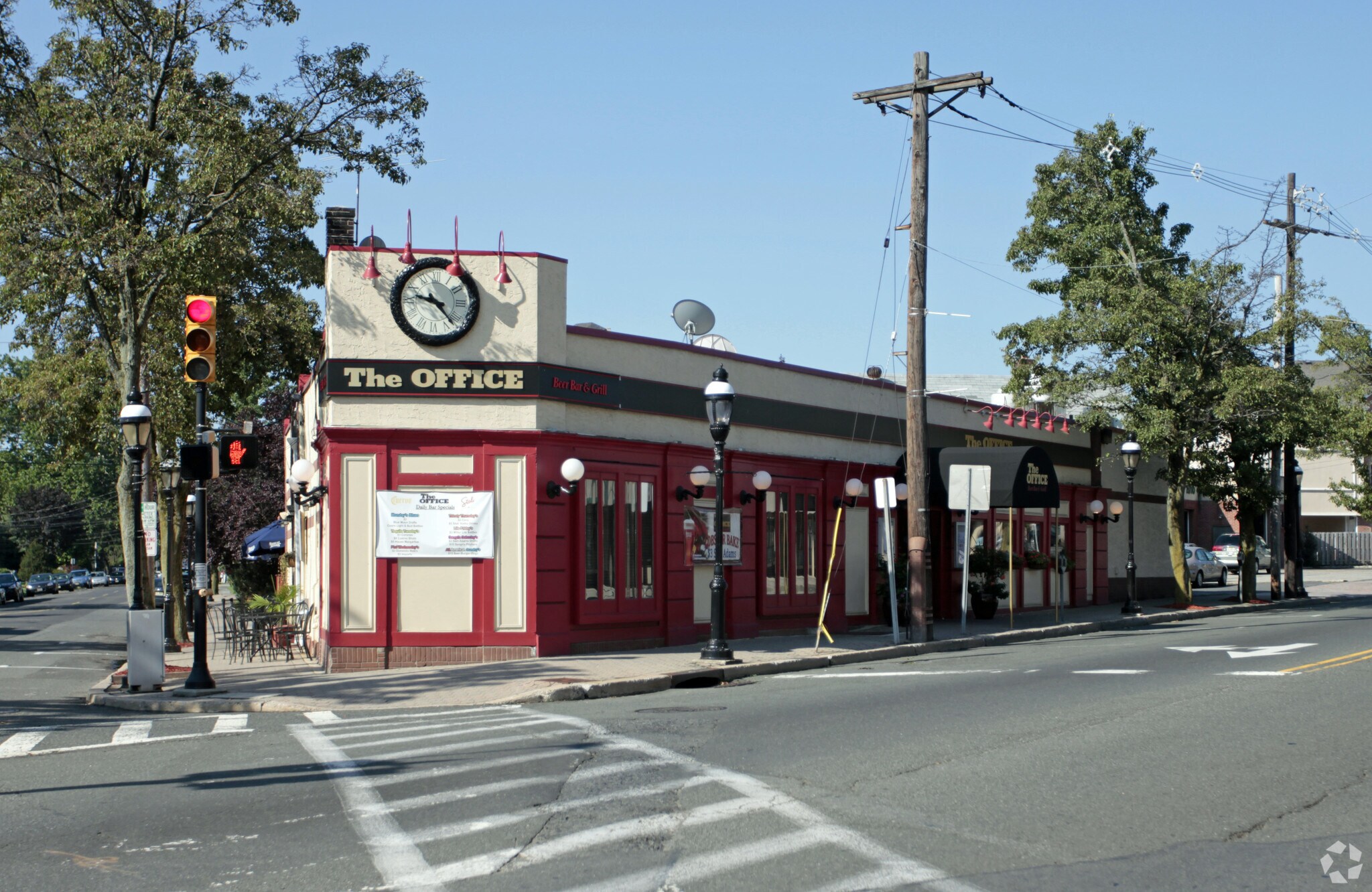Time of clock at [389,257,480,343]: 9:23
